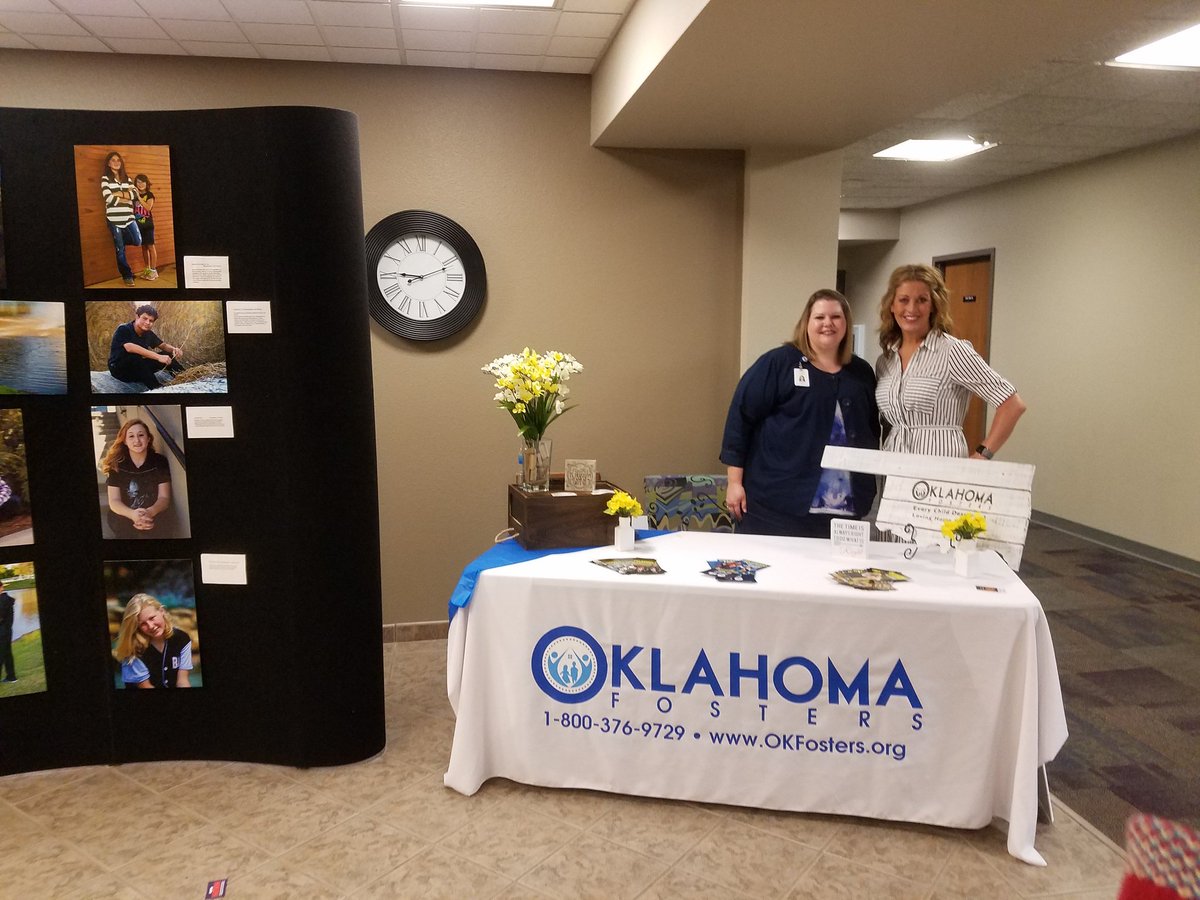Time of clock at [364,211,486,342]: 9:11
